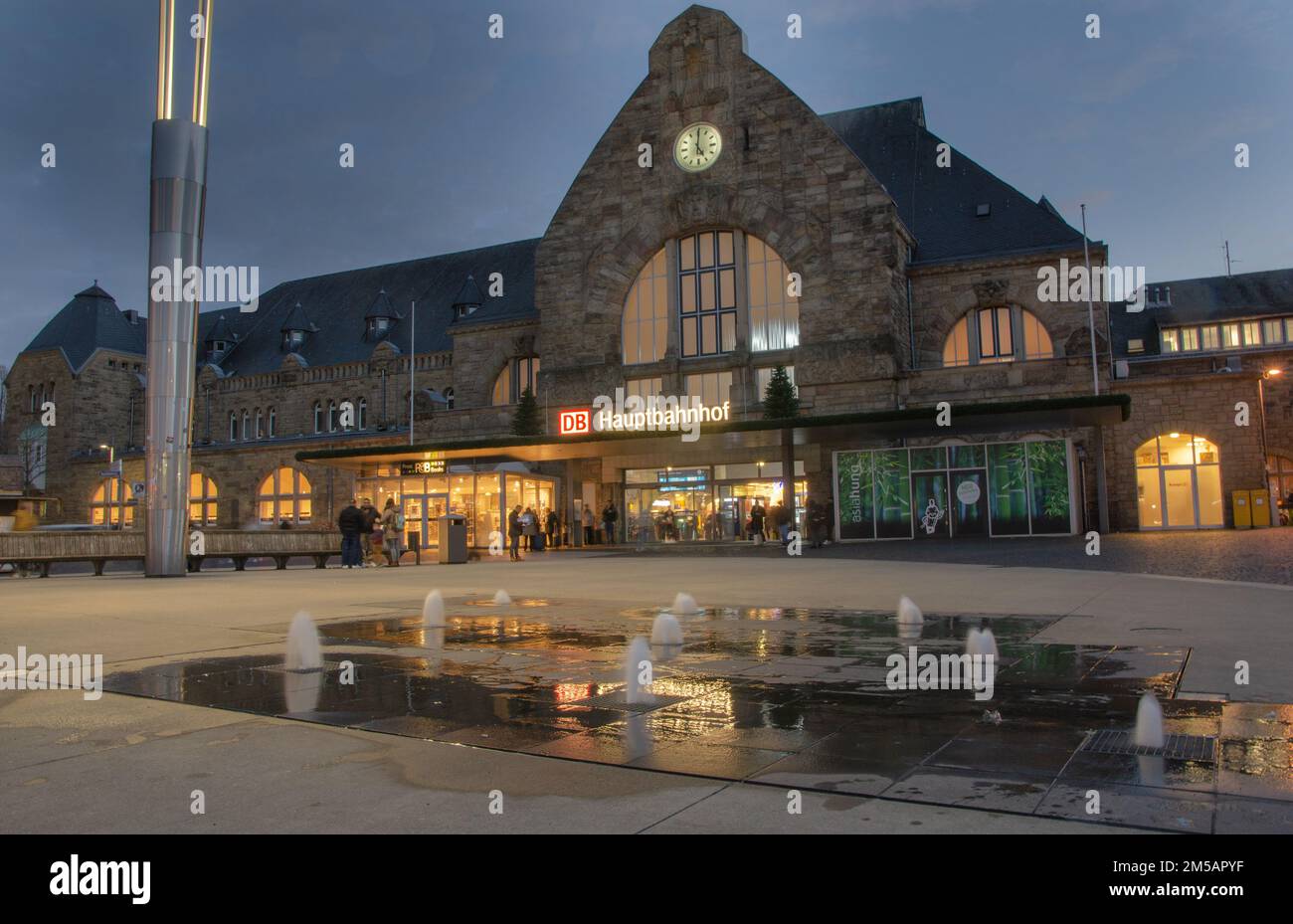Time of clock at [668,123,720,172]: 5:00
